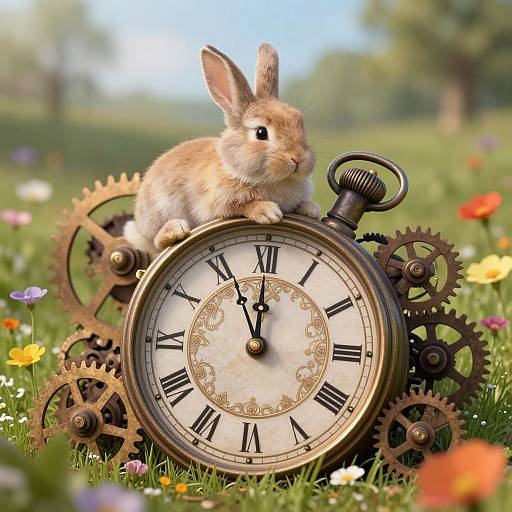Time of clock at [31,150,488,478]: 11:55
